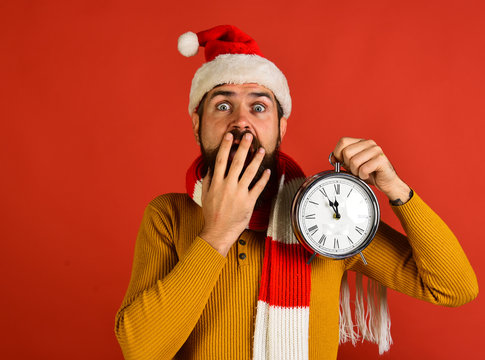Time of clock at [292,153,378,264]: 11:55
